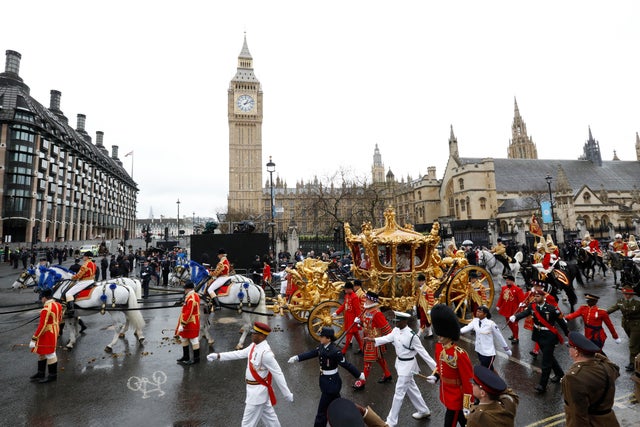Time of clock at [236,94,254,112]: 1:11
